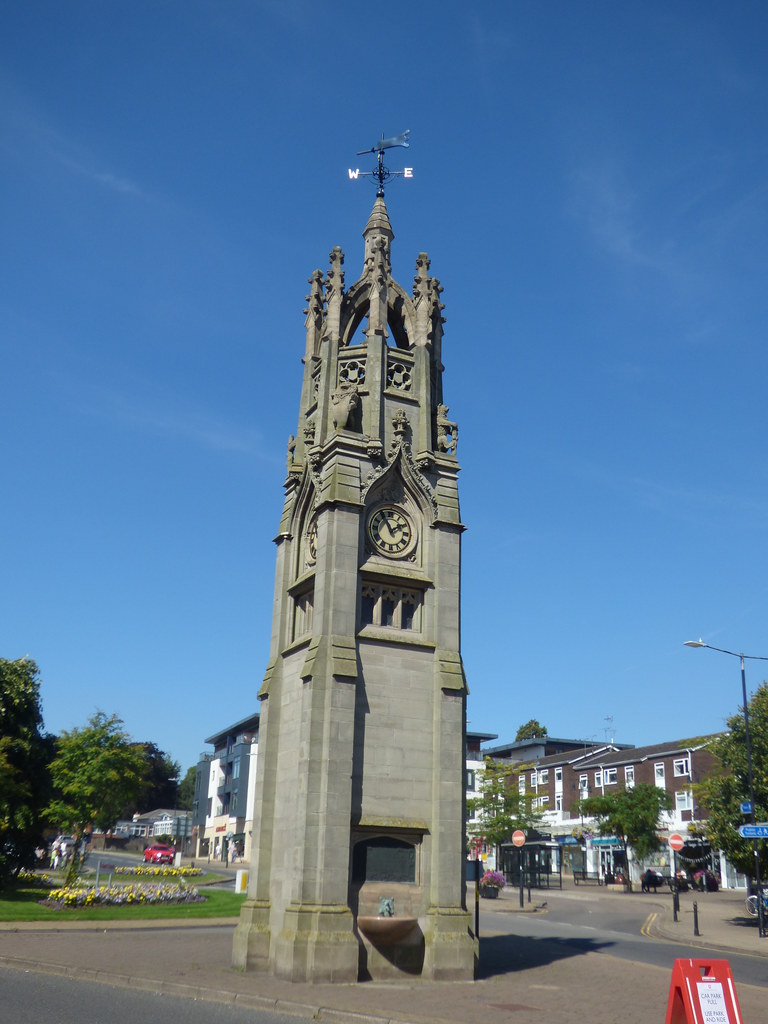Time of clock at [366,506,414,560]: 1:55
